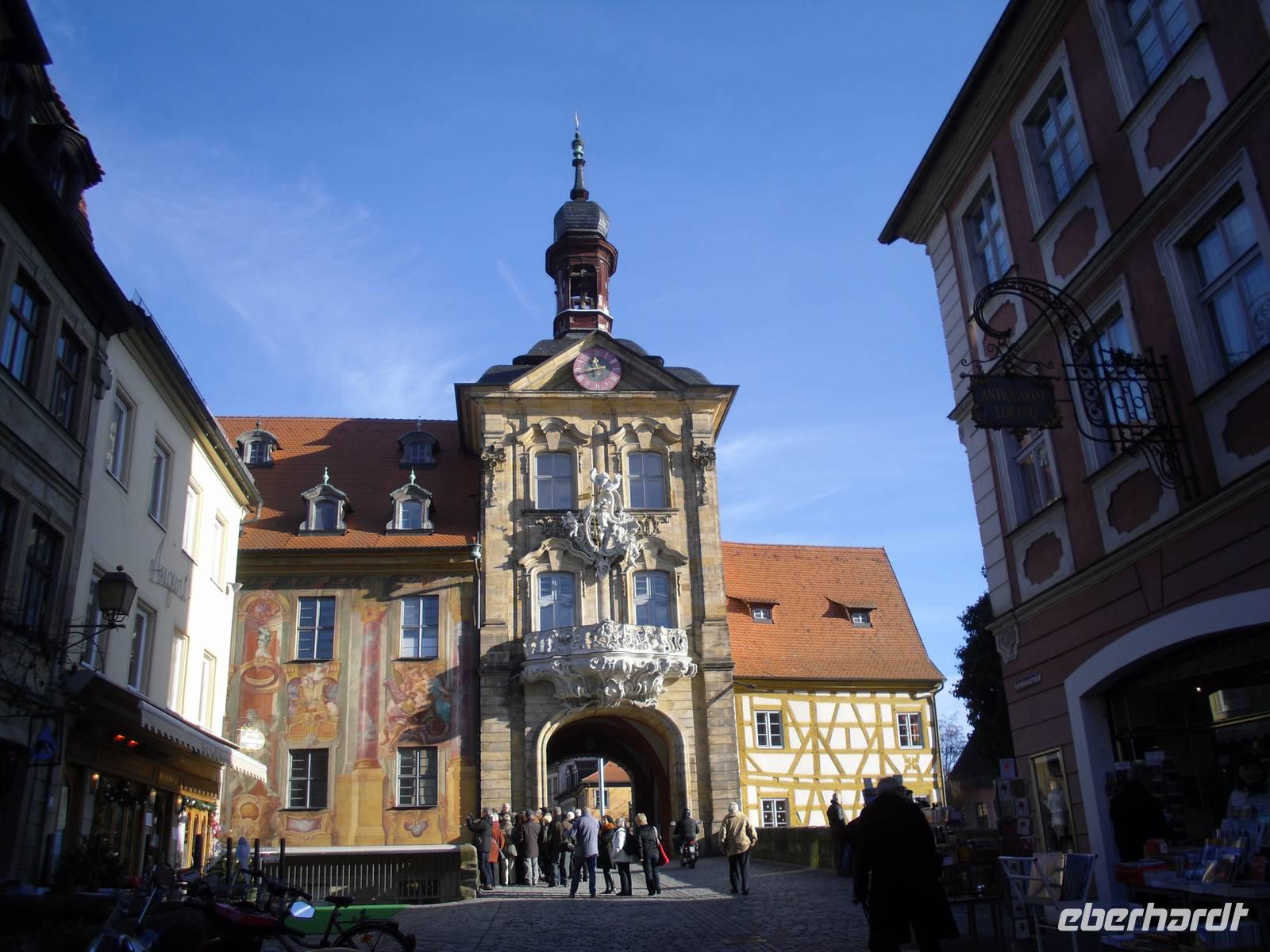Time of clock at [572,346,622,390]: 11:41
